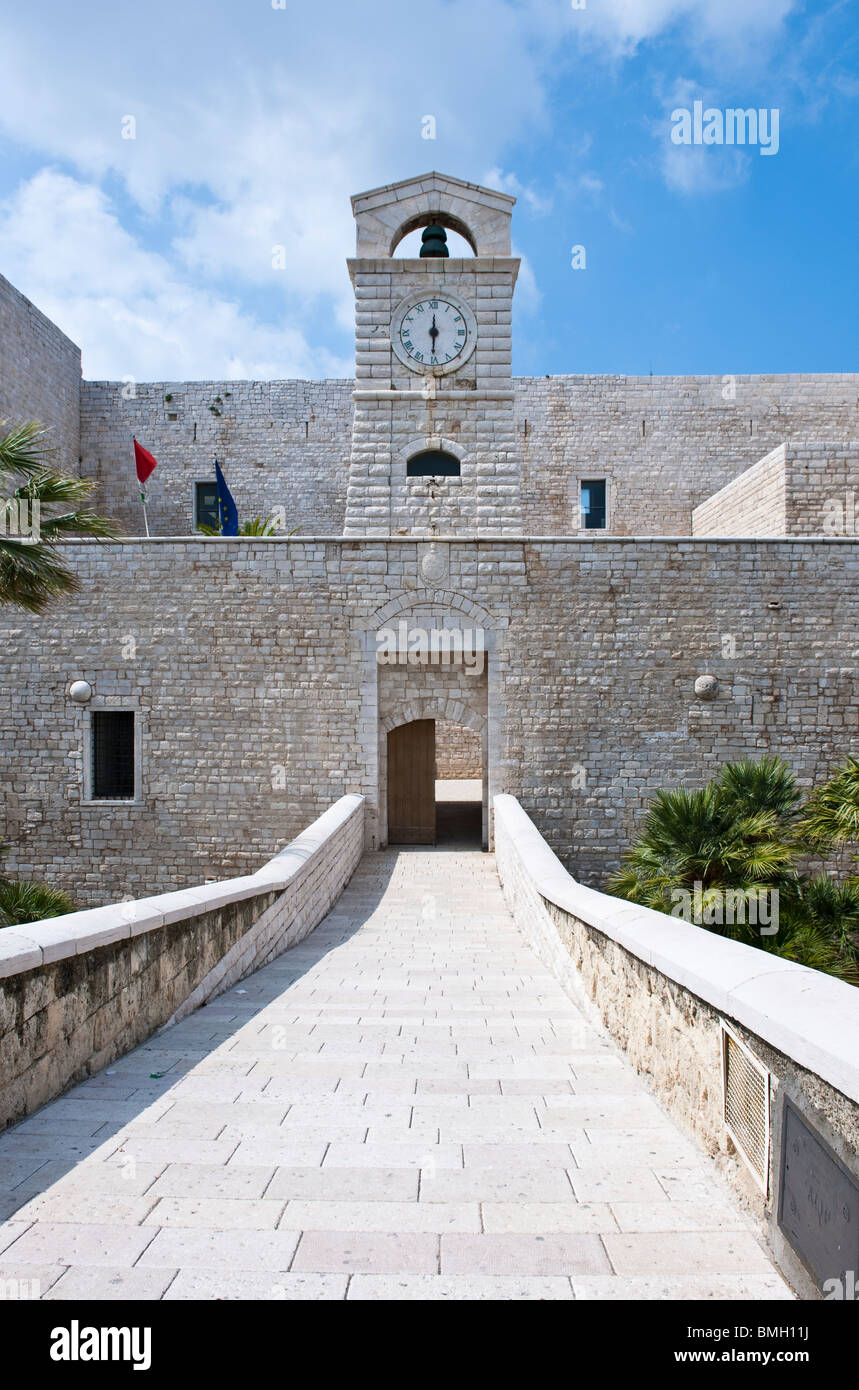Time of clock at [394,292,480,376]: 6:00
